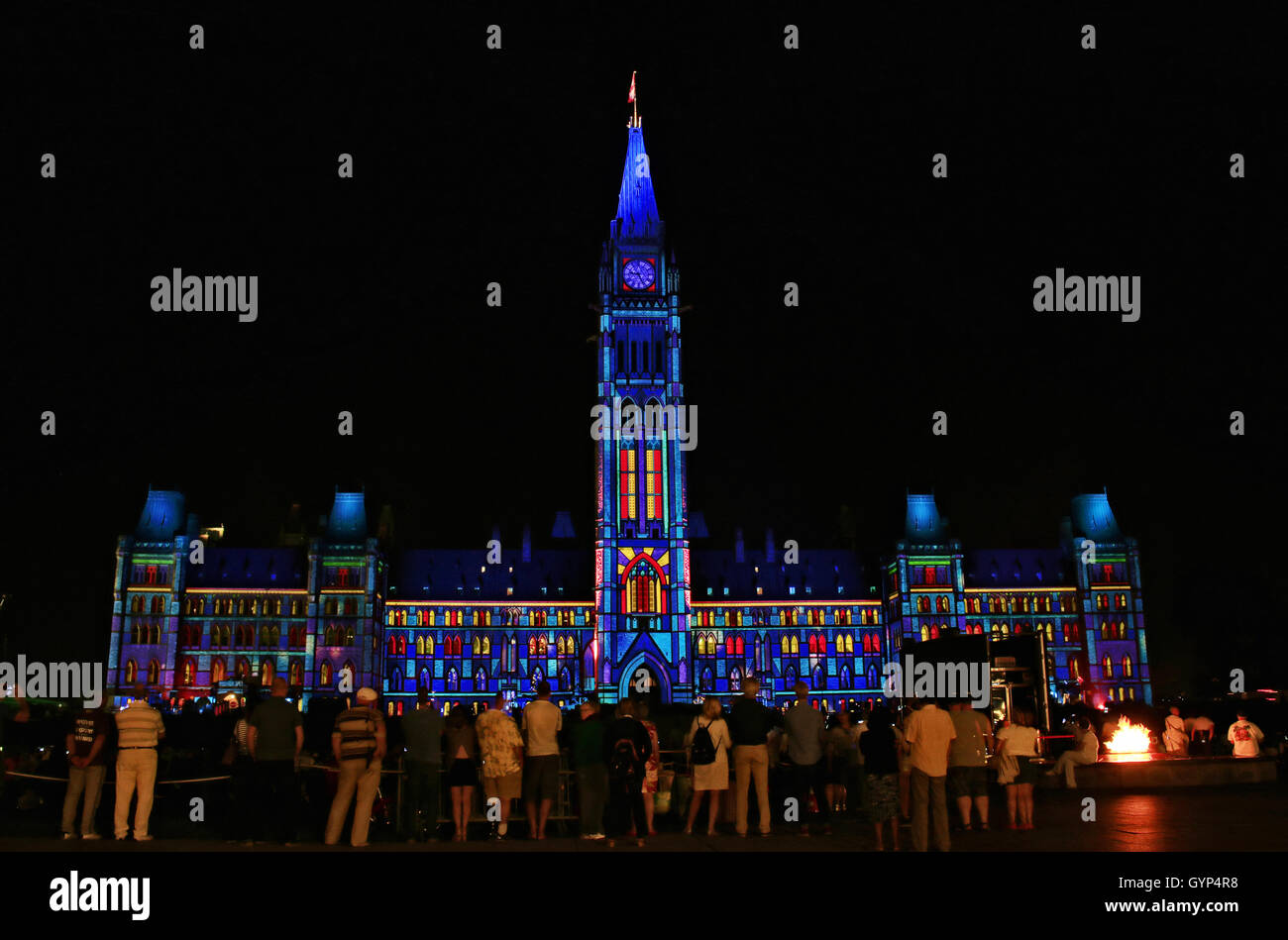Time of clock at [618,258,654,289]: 9:25
